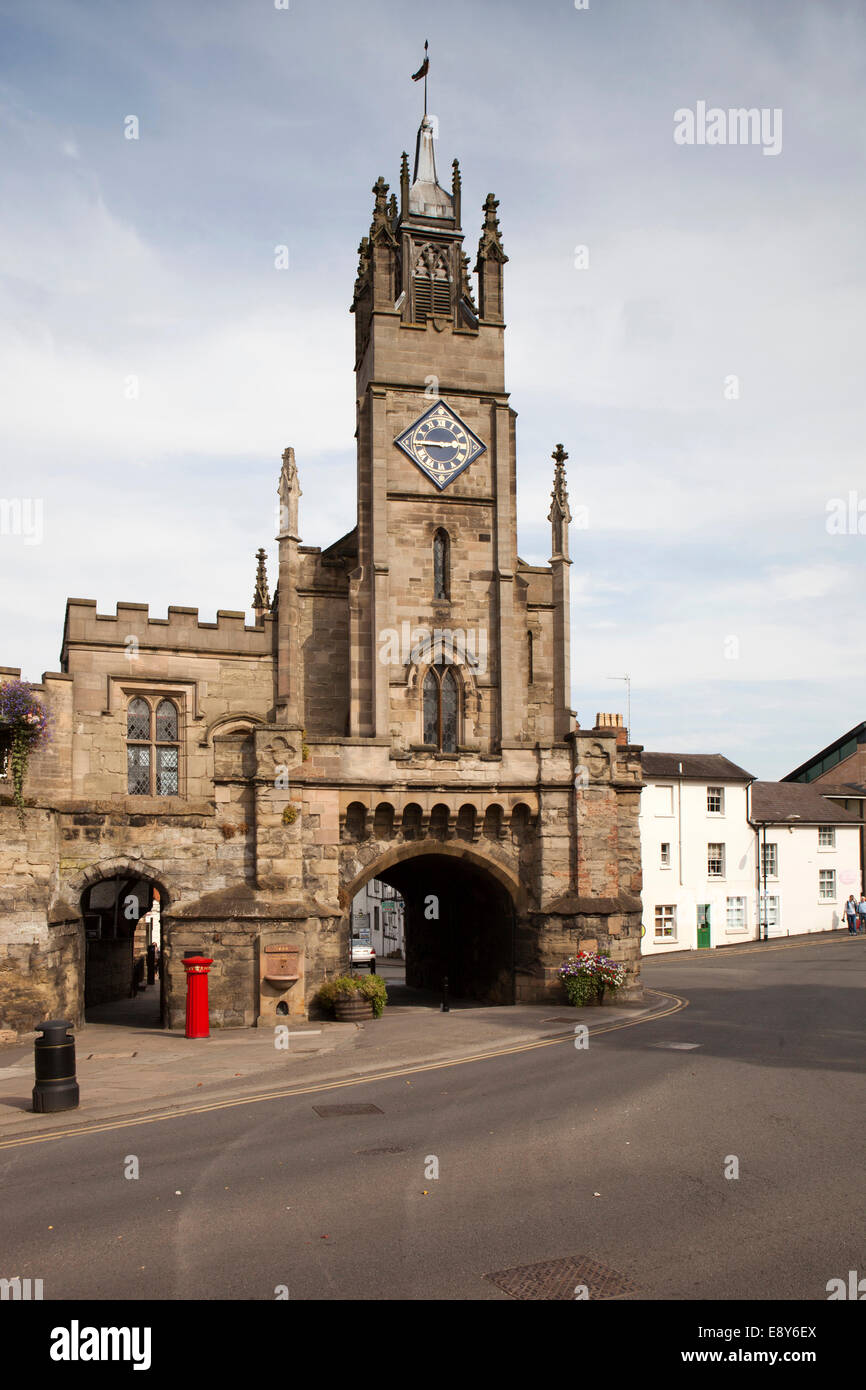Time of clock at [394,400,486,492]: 2:45
